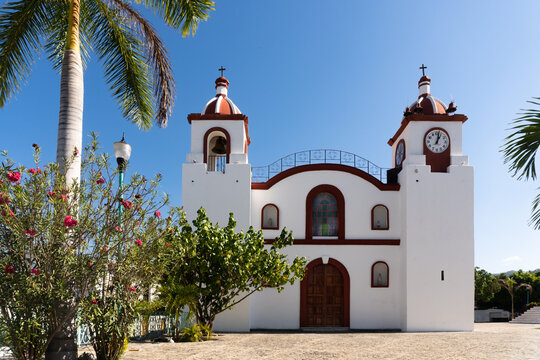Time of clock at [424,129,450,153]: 1:02
